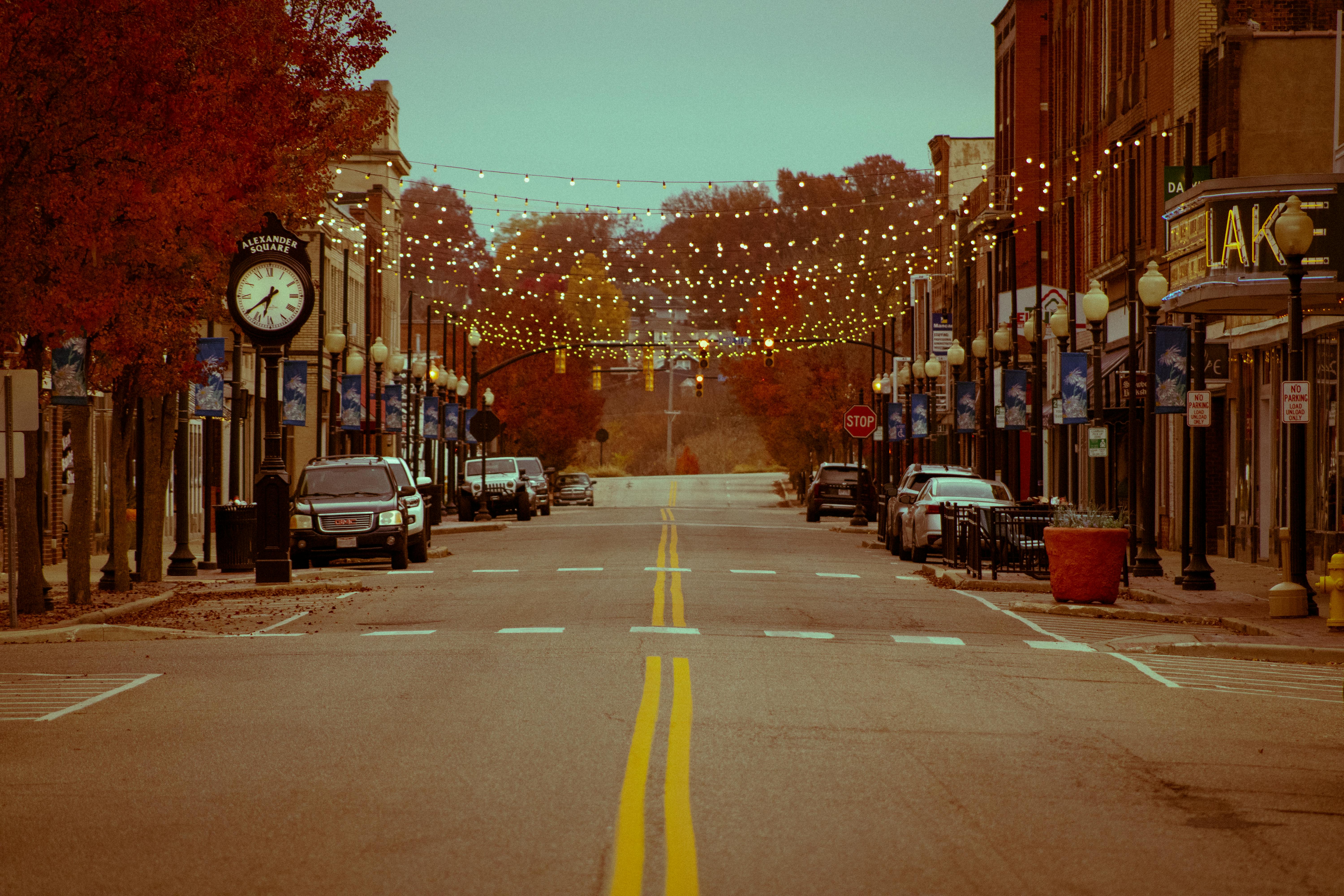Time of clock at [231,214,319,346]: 6:39
